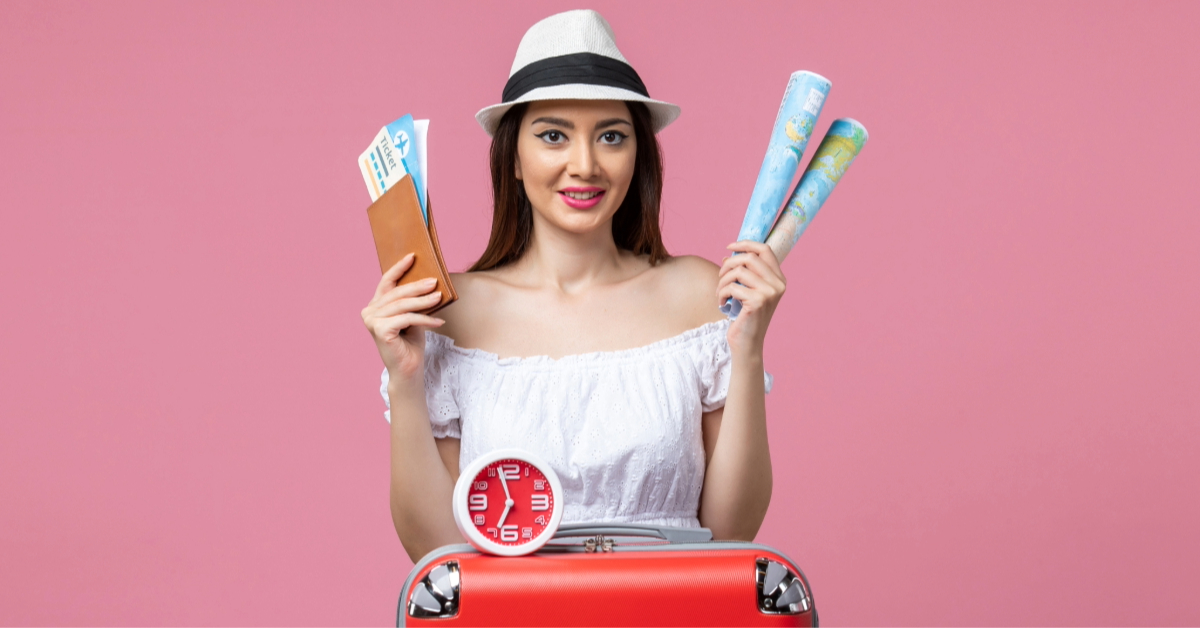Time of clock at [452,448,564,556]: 6:57
